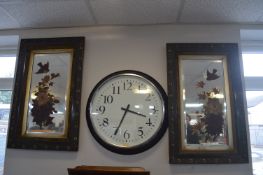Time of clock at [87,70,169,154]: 3:34
